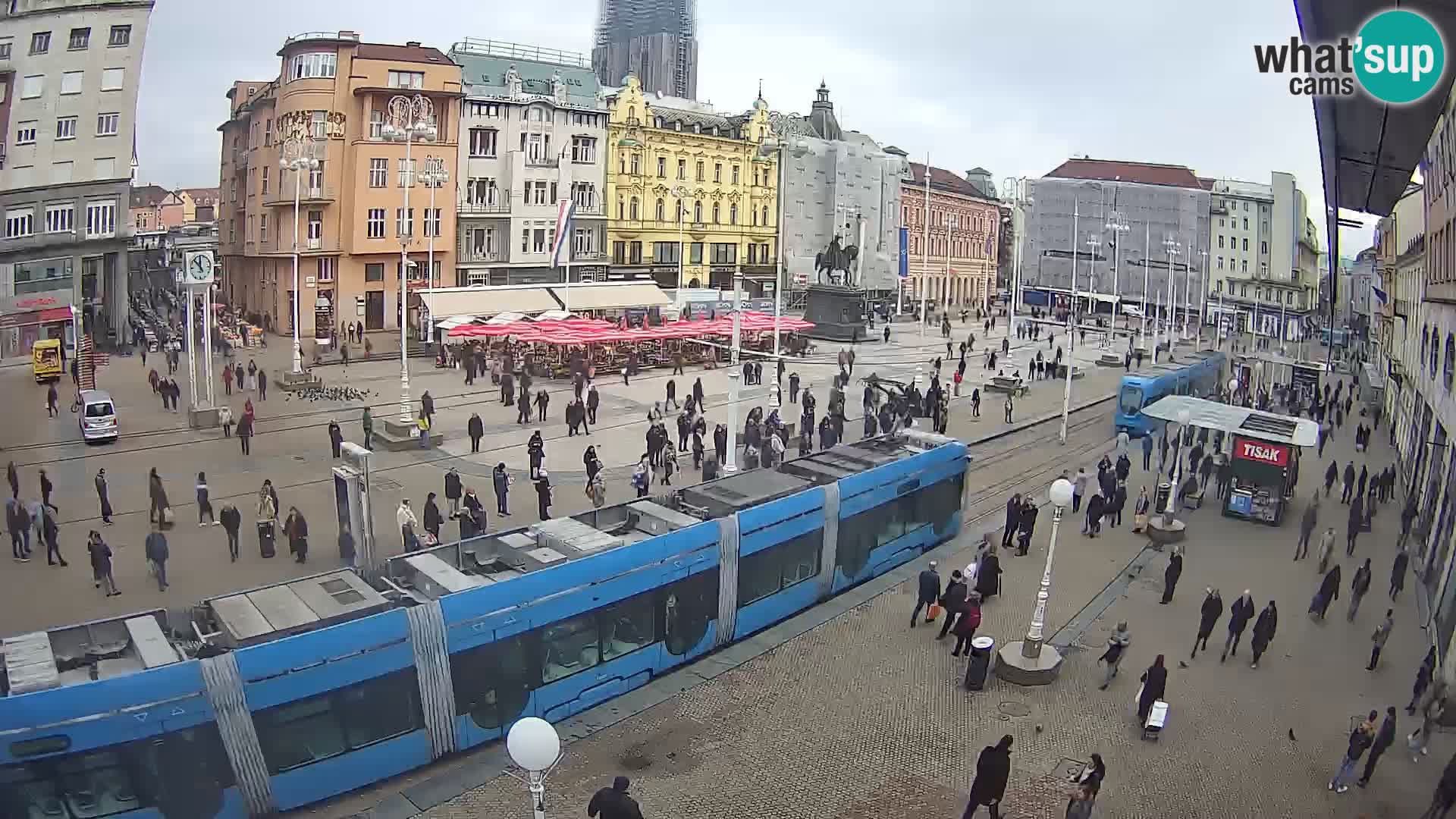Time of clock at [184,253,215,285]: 11:52
